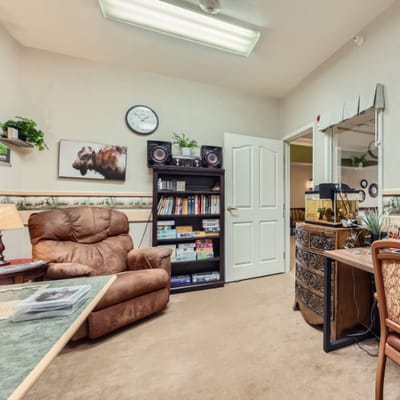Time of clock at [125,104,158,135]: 1:52
